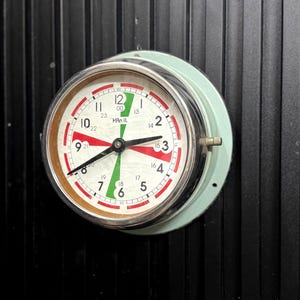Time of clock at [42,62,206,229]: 2:40
